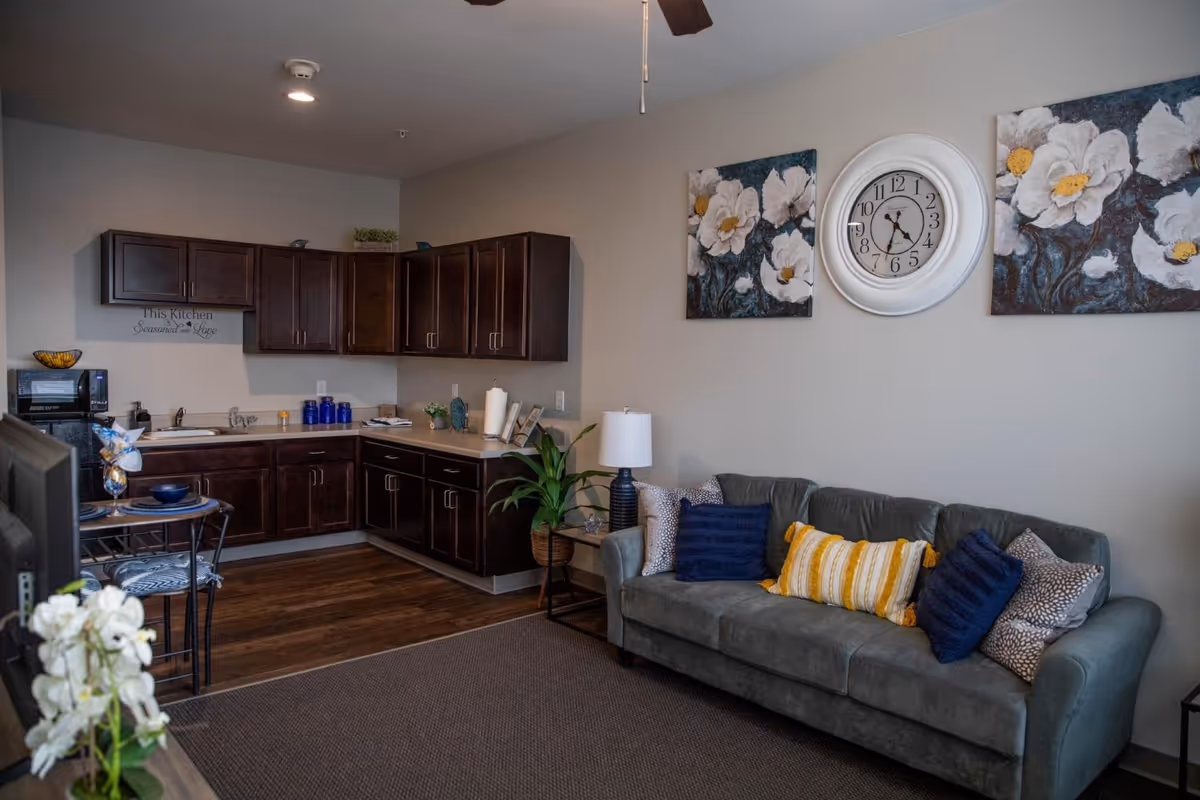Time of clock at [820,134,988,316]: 4:32
